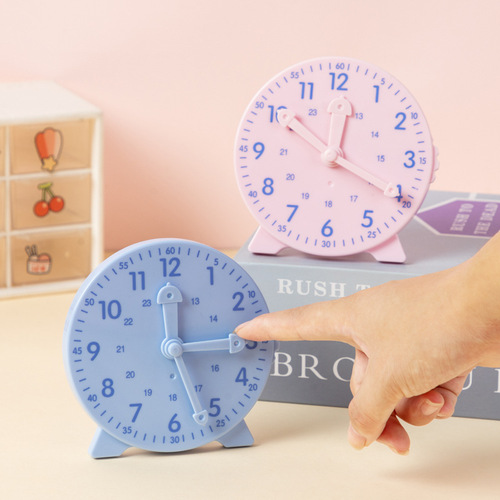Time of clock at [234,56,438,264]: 12:20
